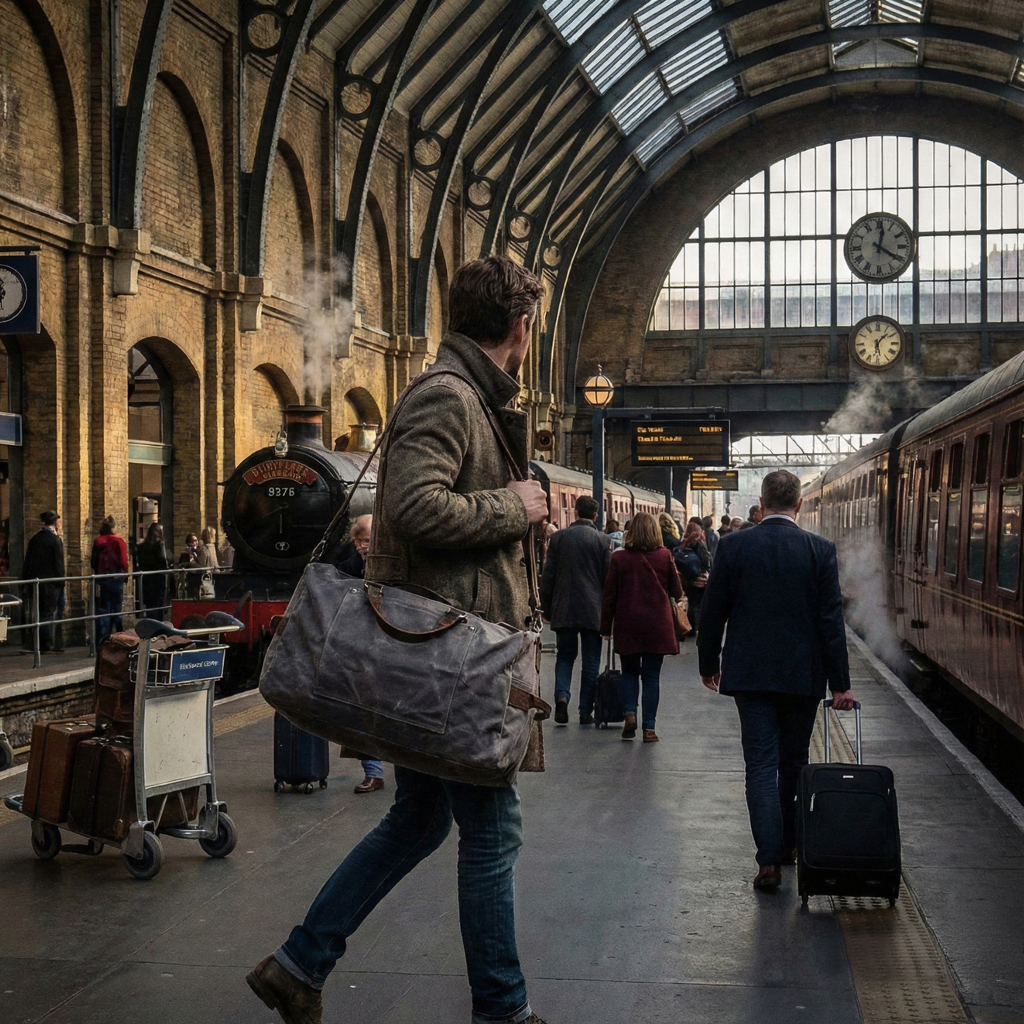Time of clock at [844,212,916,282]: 12:20
